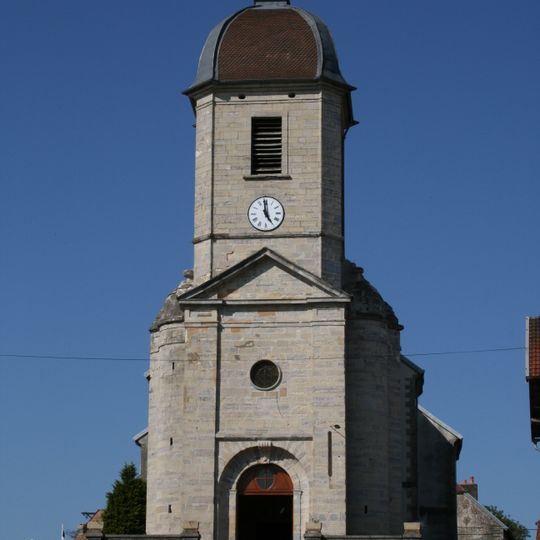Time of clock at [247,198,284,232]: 4:59
